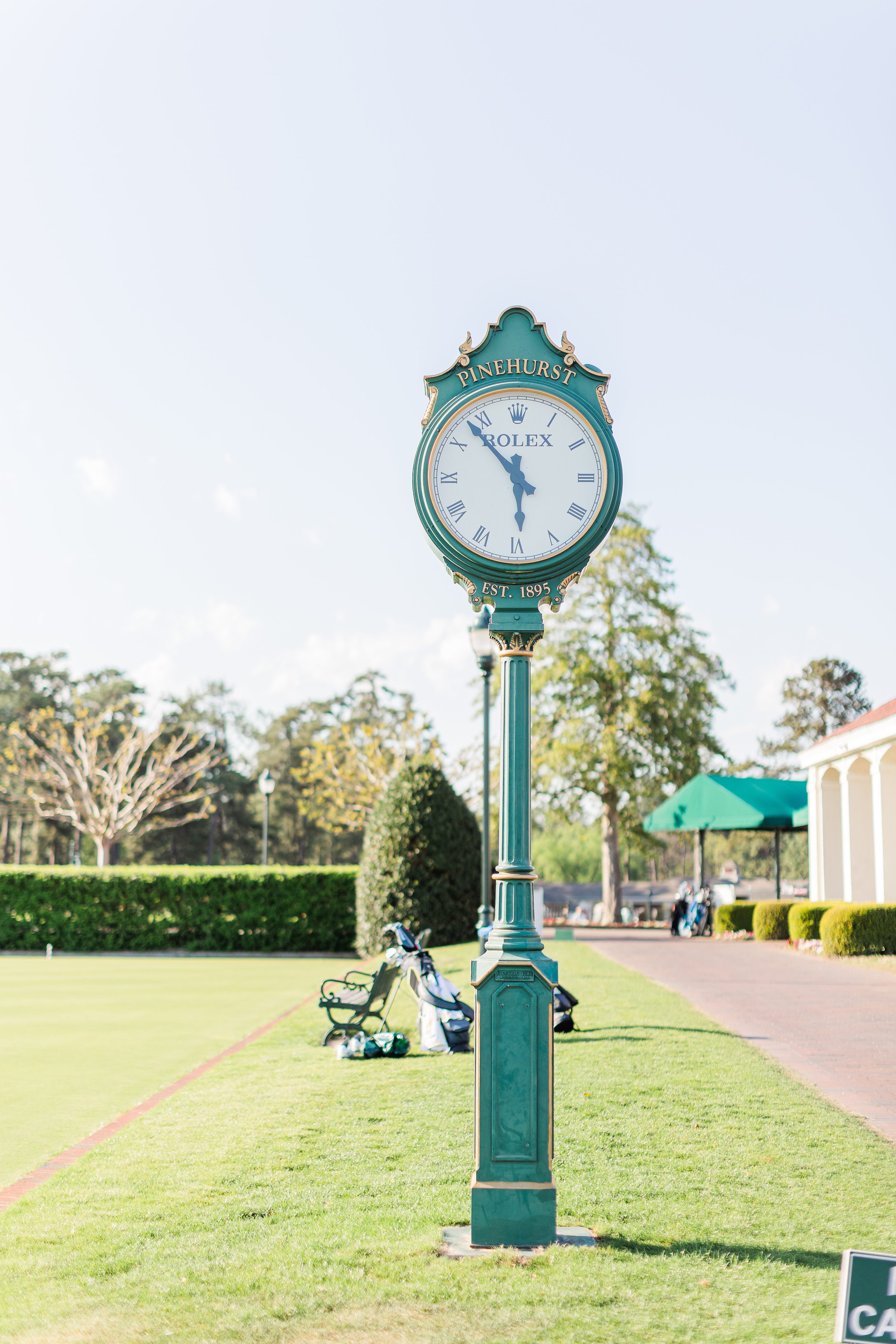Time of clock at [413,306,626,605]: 5:52
